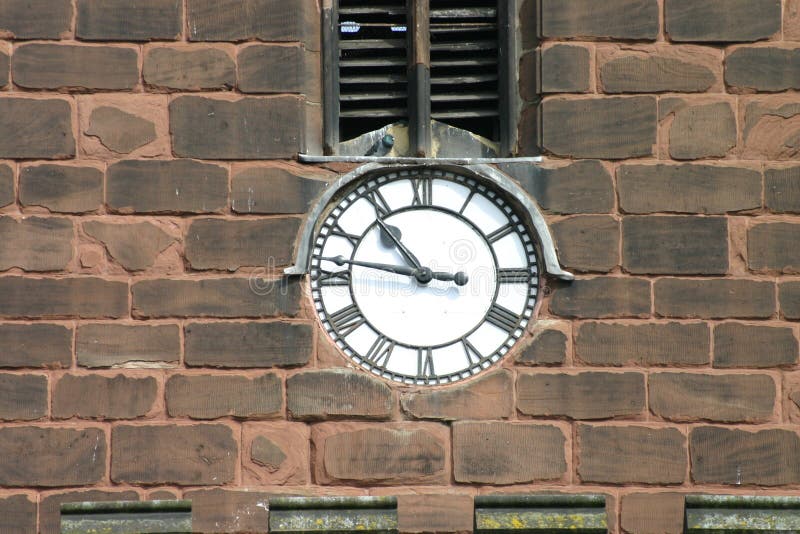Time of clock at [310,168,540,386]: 10:46
